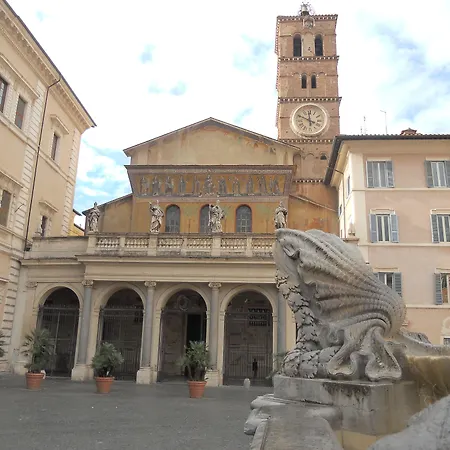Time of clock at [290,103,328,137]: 11:48
